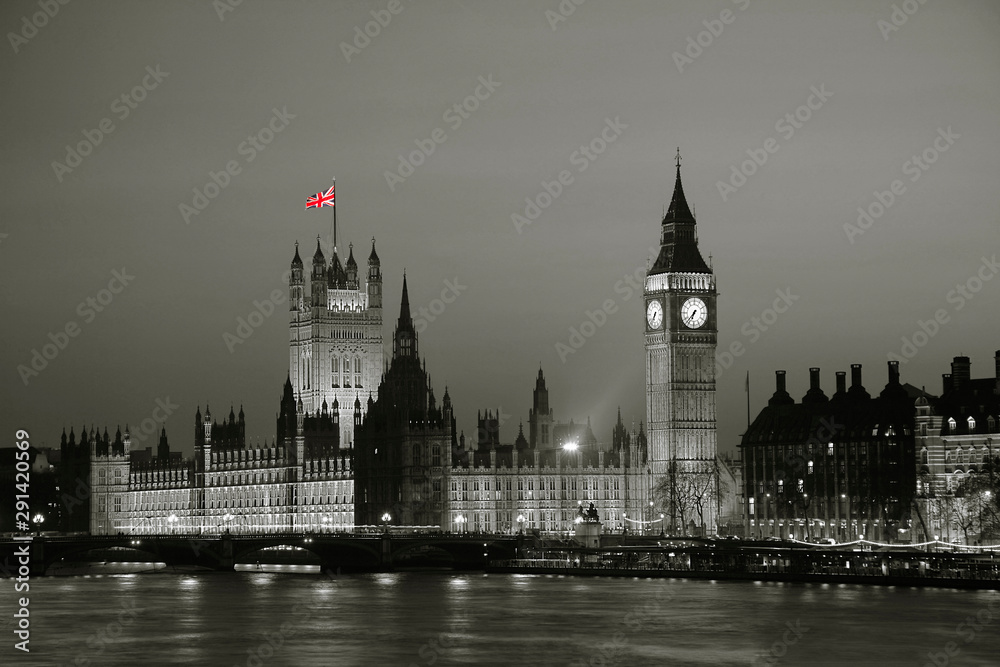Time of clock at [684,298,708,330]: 6:36
